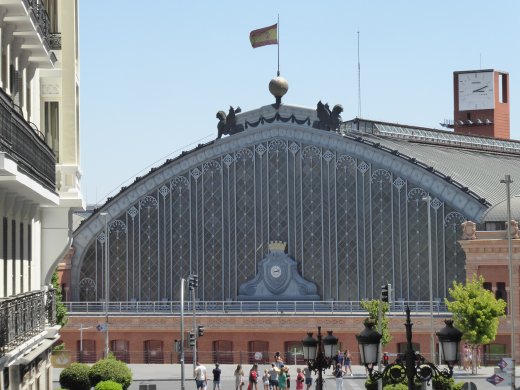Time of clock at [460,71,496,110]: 3:11
